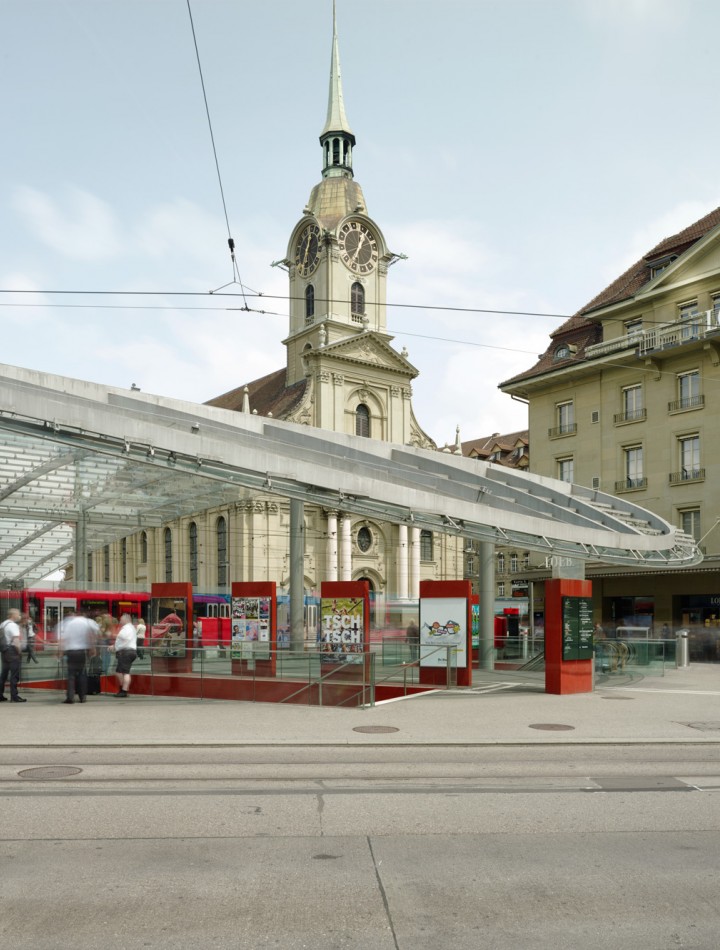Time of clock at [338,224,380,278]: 12:34
